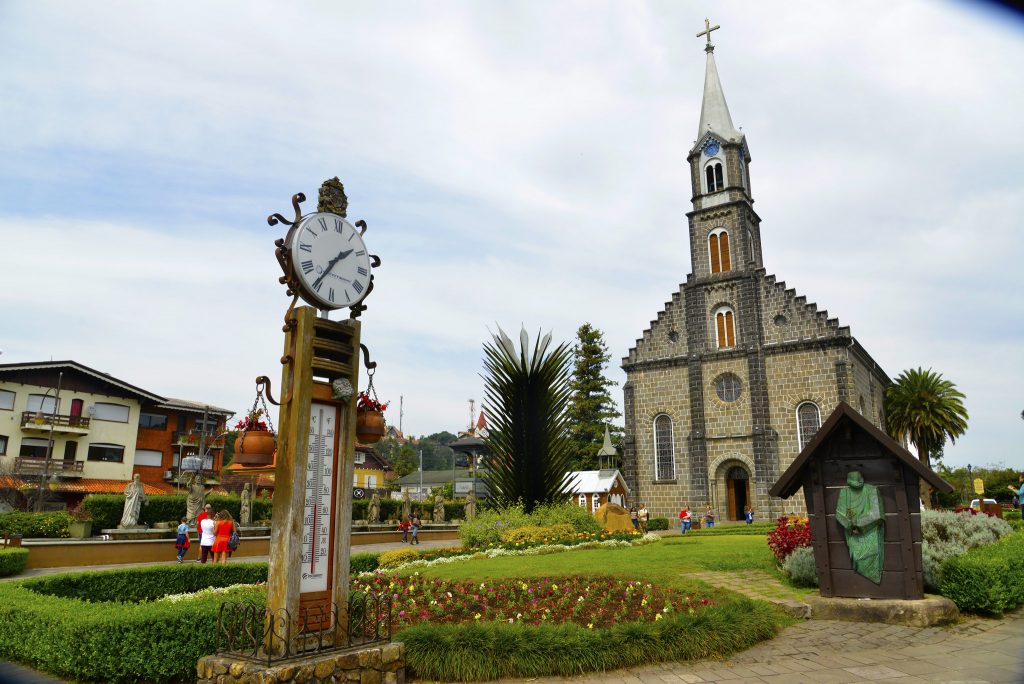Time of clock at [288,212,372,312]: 1:35
